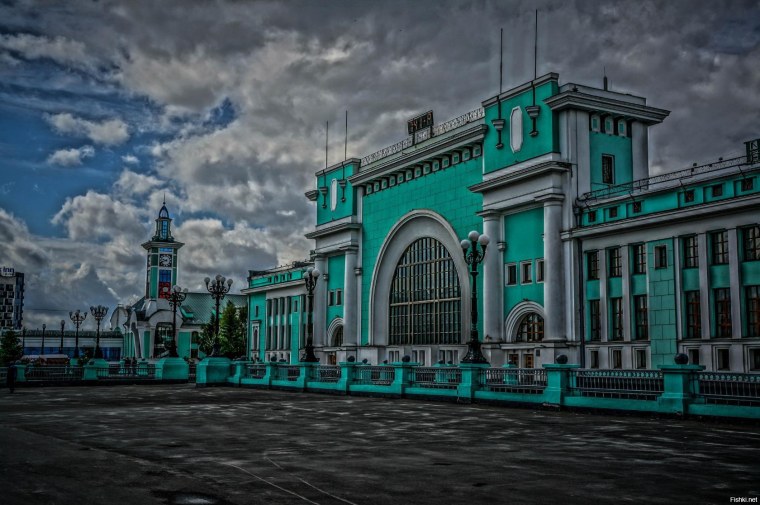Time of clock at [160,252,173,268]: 9:41
